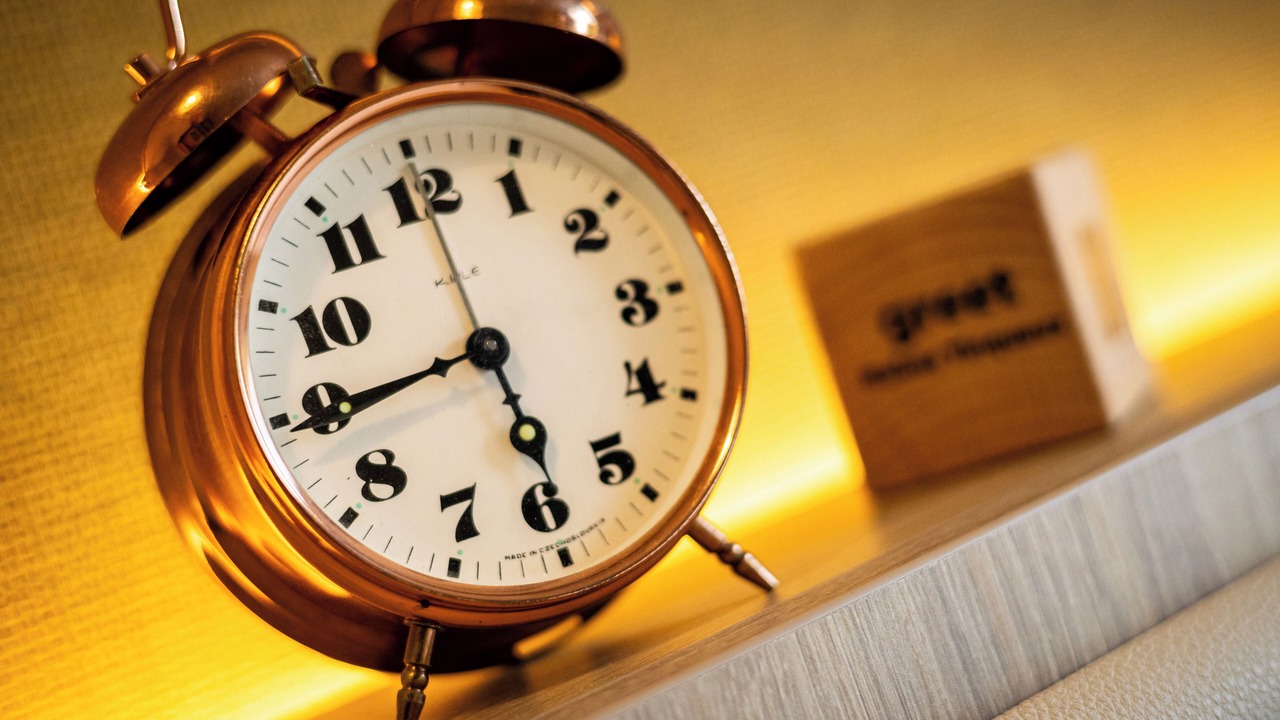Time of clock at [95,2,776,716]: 5:44
